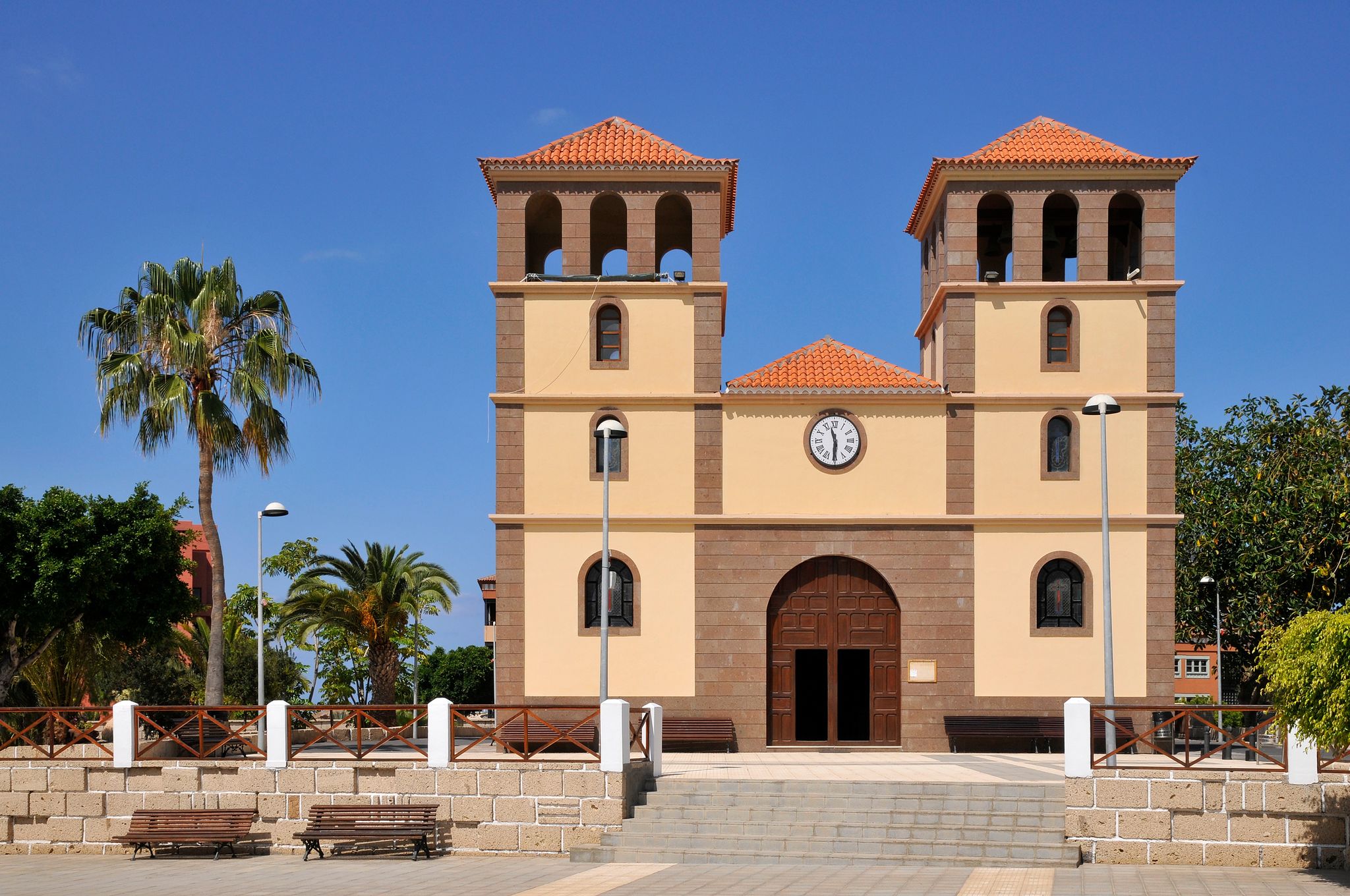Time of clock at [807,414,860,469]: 11:30
